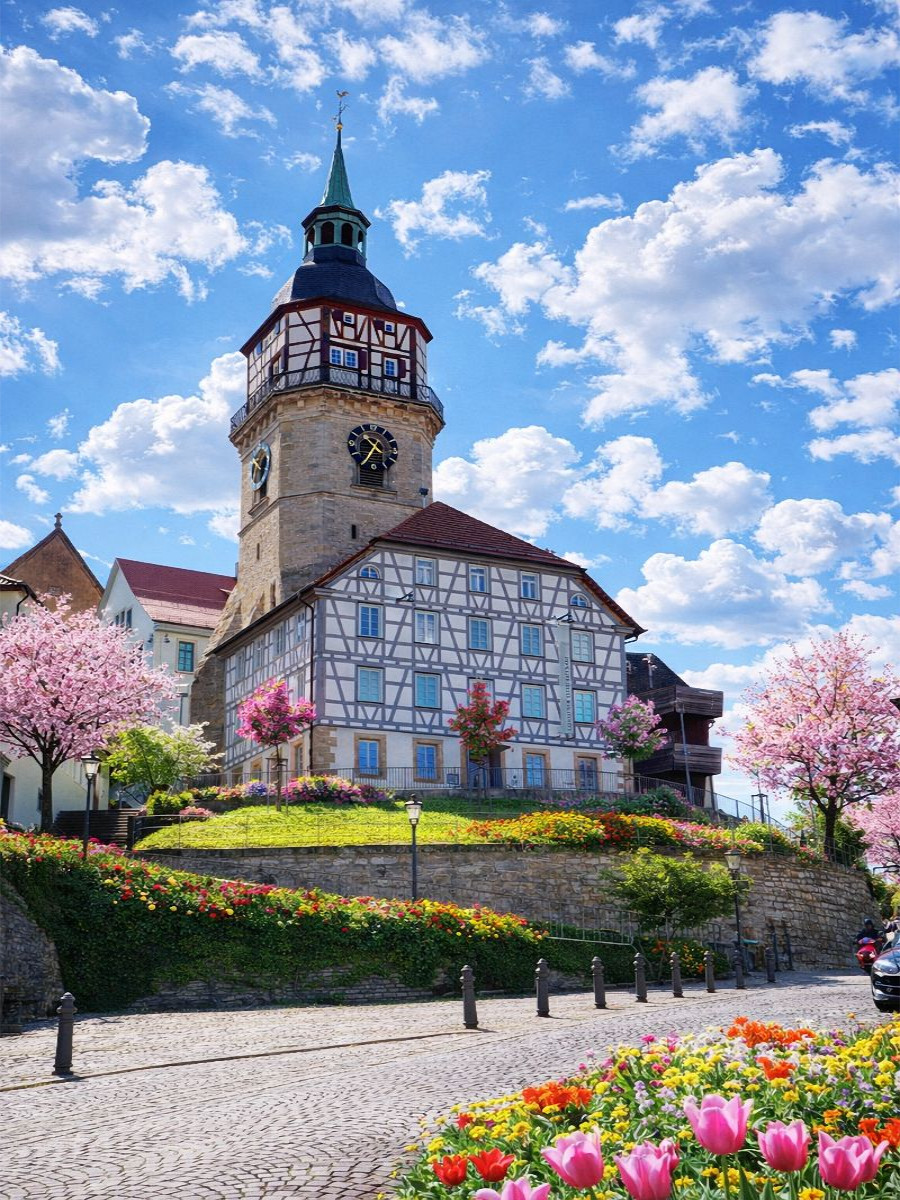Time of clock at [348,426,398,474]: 10:35
